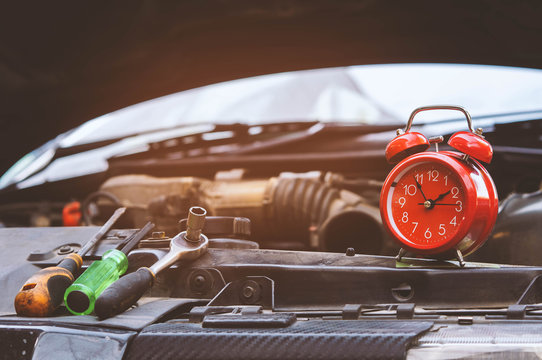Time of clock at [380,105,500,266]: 1:54
